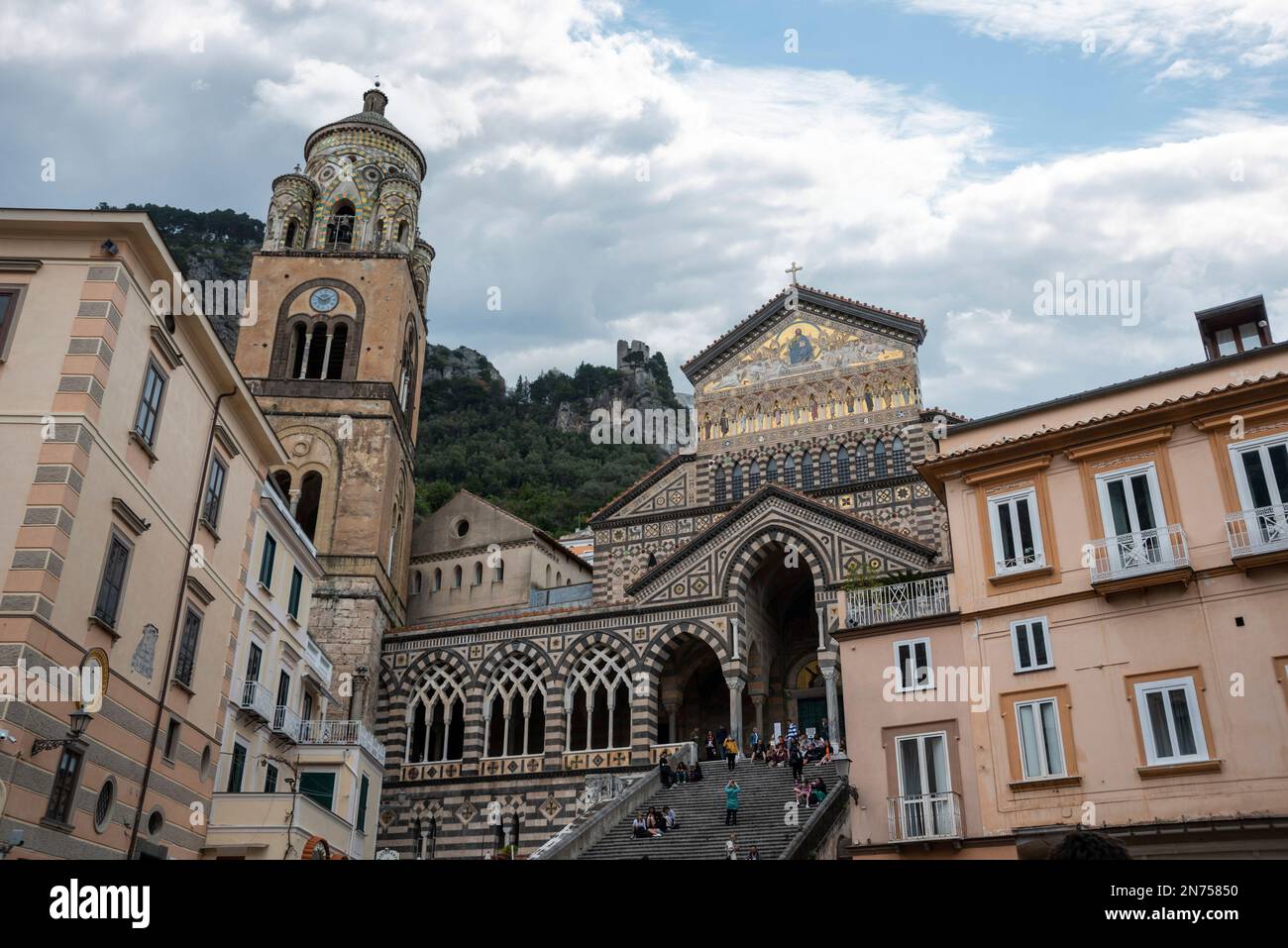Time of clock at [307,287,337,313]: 1:49
